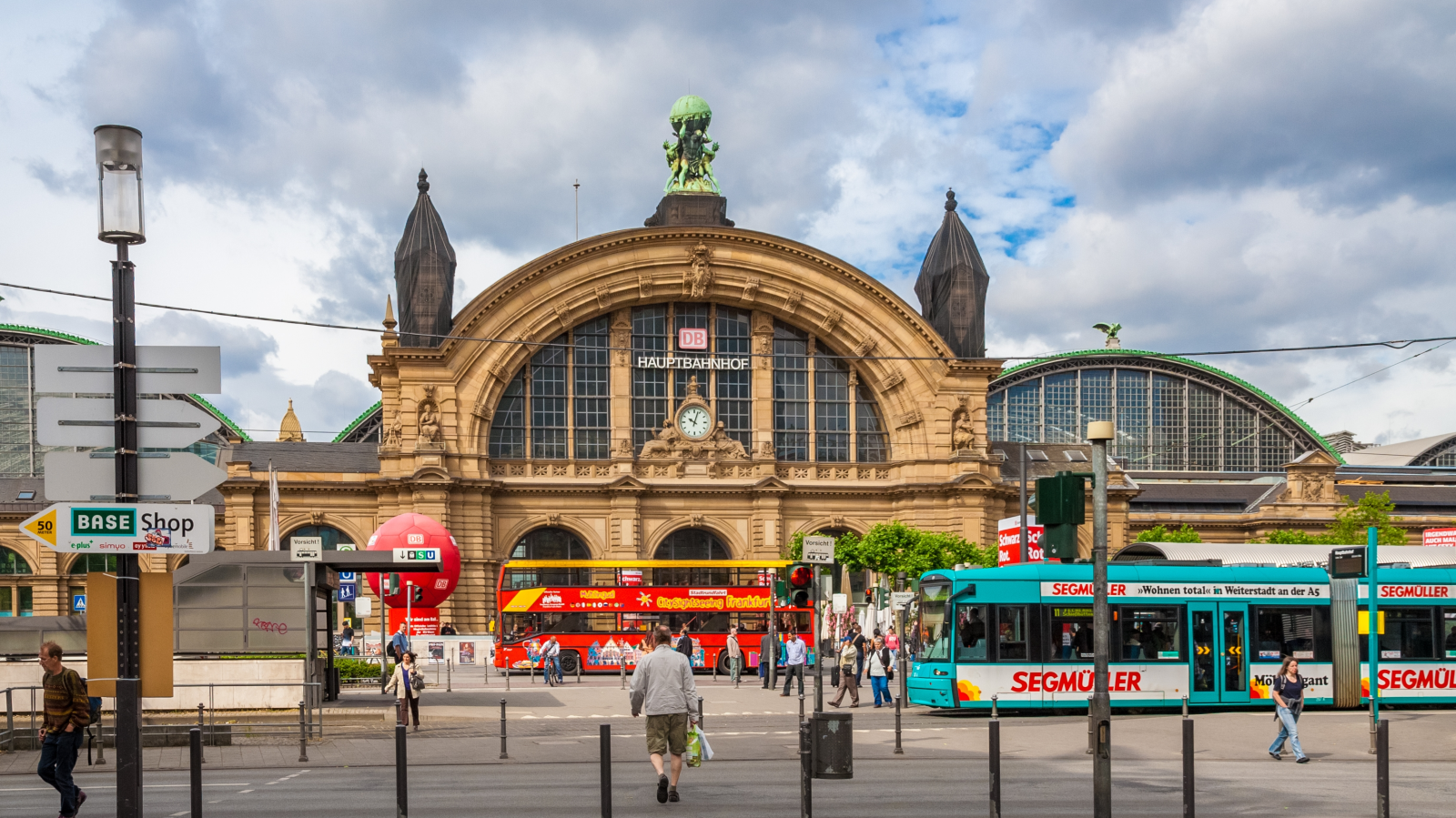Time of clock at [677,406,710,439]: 10:03
